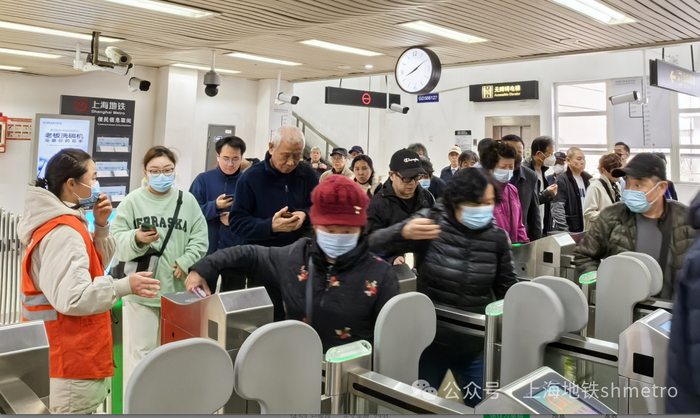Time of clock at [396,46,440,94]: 8:09
